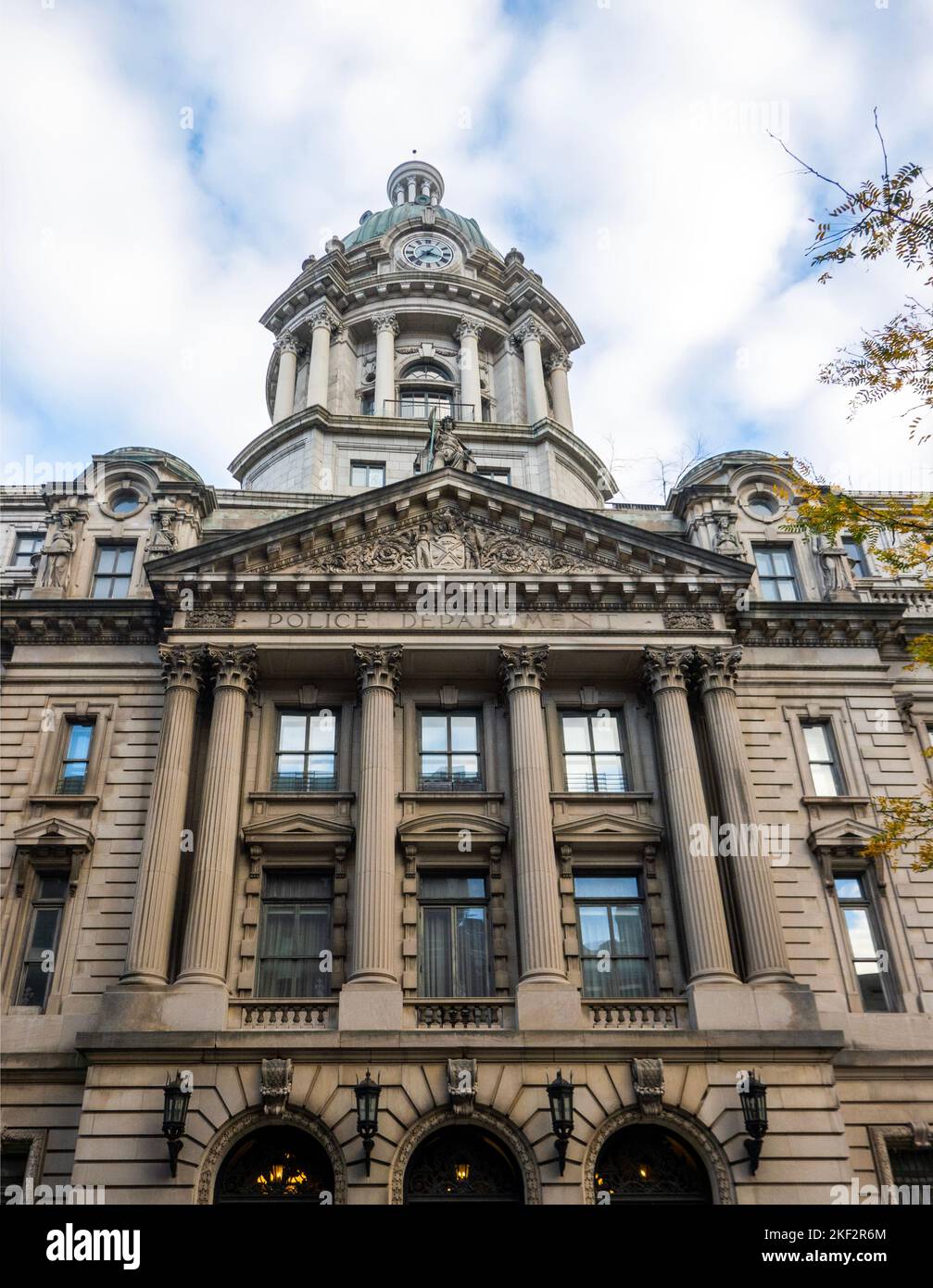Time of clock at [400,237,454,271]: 3:37
